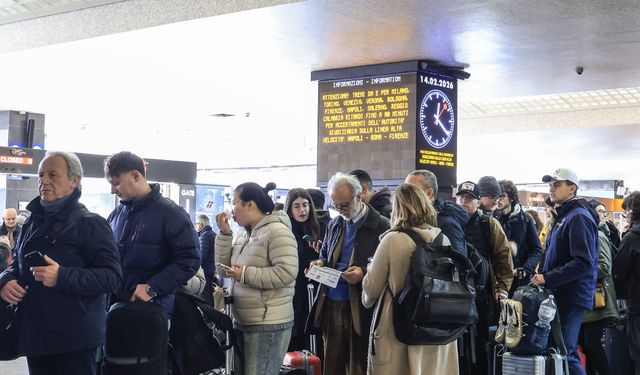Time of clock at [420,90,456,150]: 12:21
